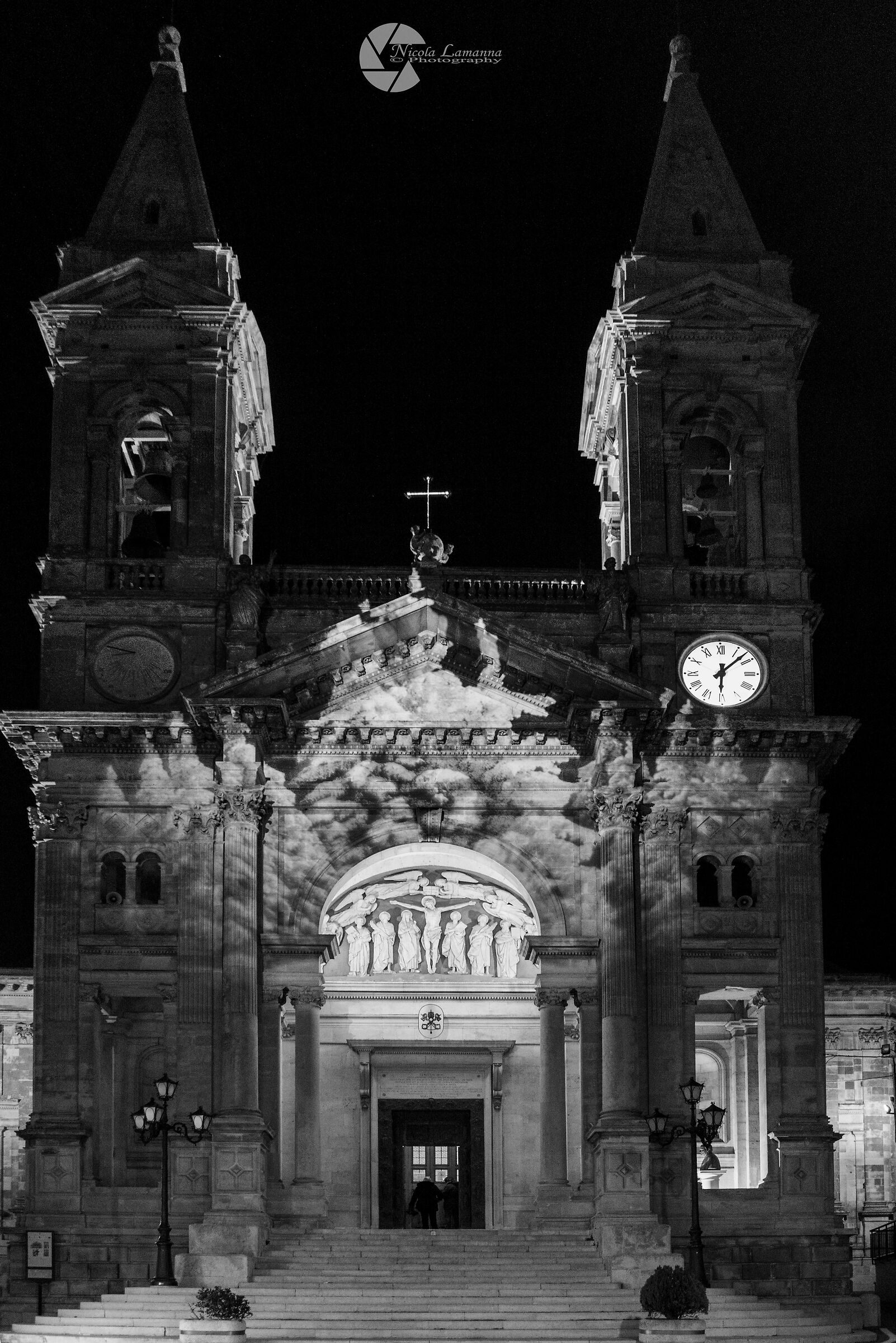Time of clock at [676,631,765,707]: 6:07
